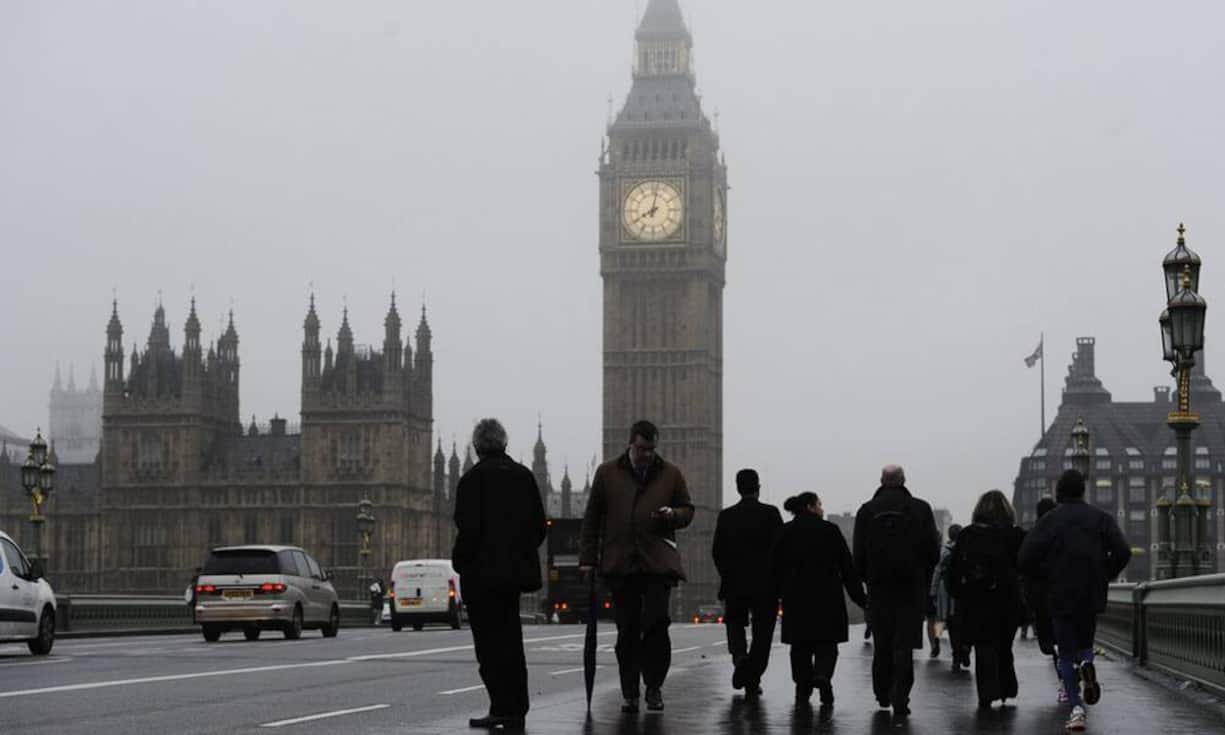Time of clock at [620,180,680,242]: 8:01
